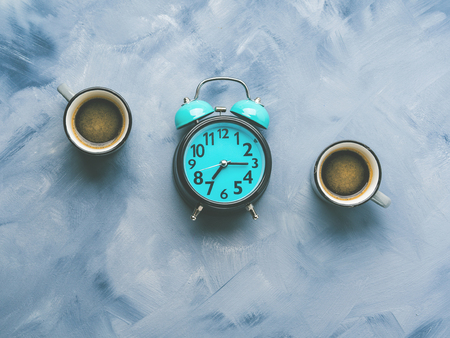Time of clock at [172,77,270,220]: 7:15
